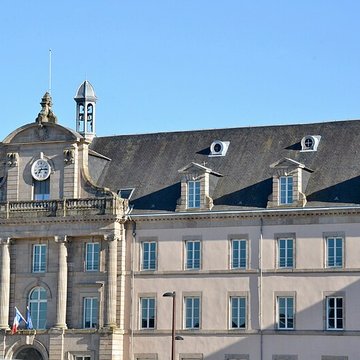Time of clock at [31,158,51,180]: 7:14
